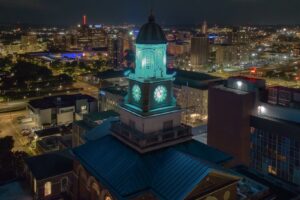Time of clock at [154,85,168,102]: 11:13
